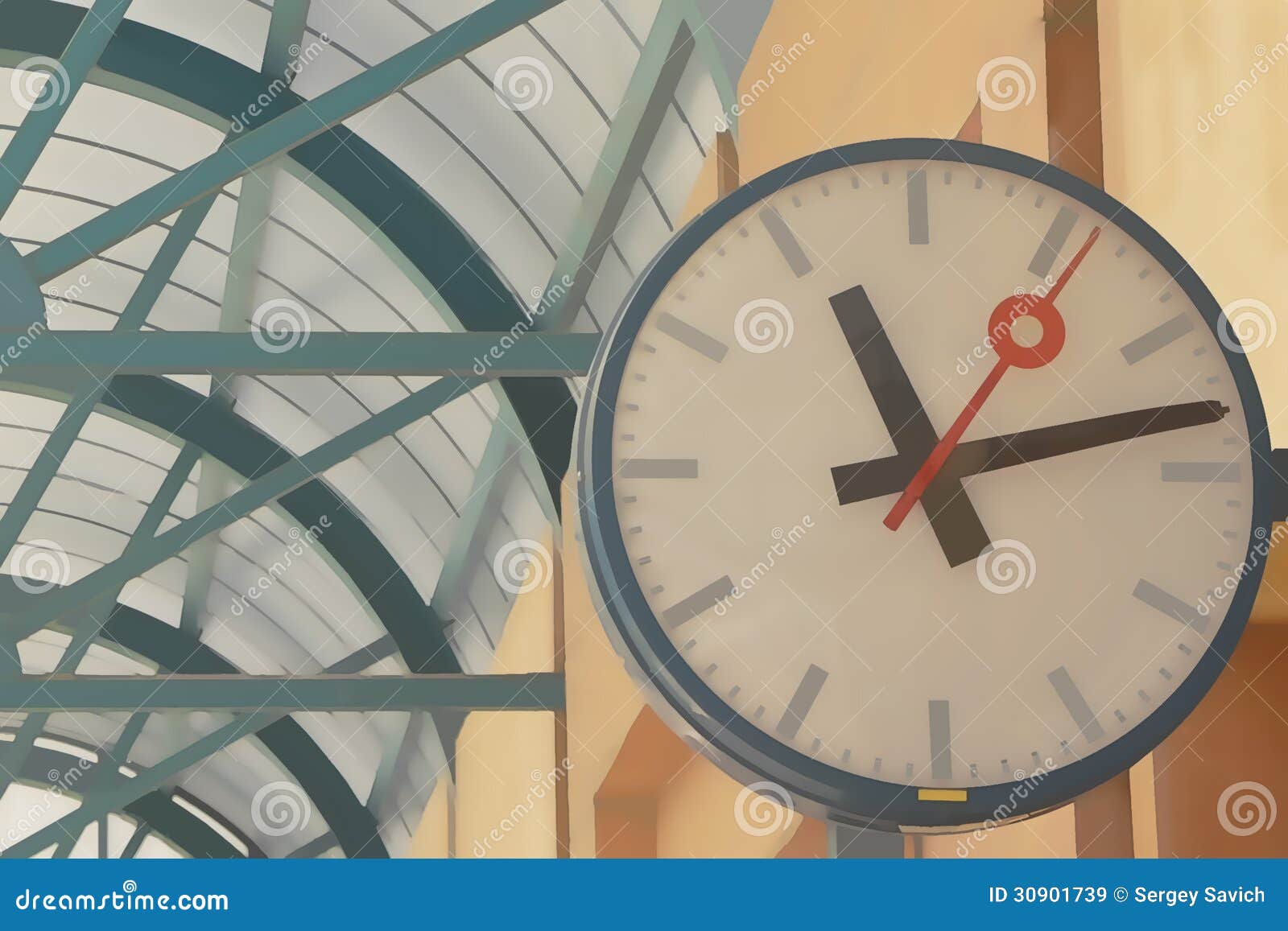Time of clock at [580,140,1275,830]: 11:12
